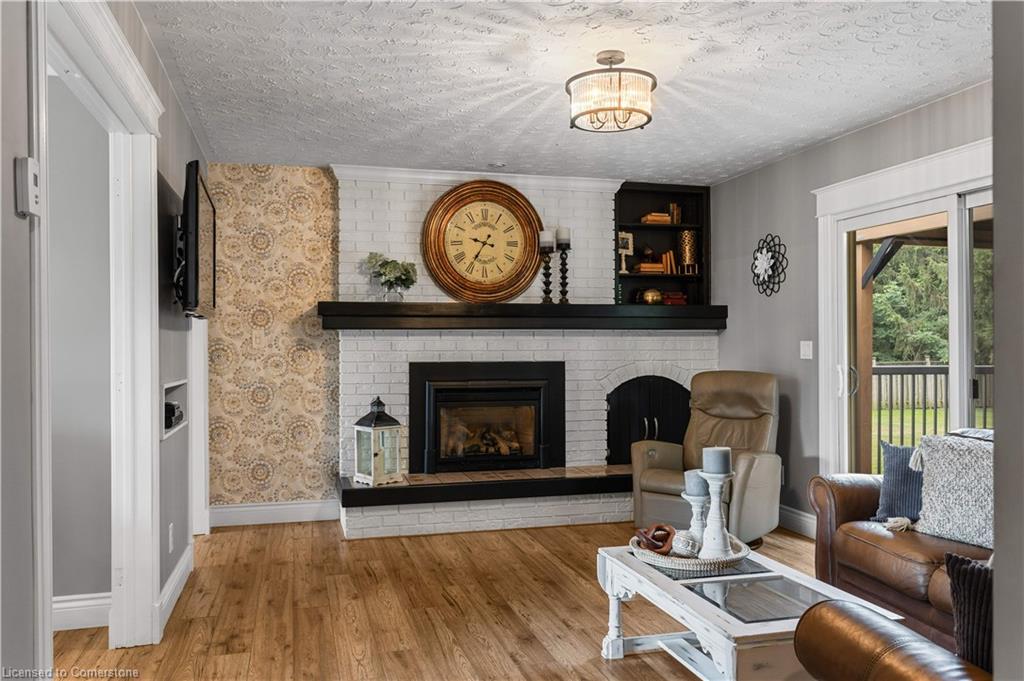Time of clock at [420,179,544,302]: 9:35
